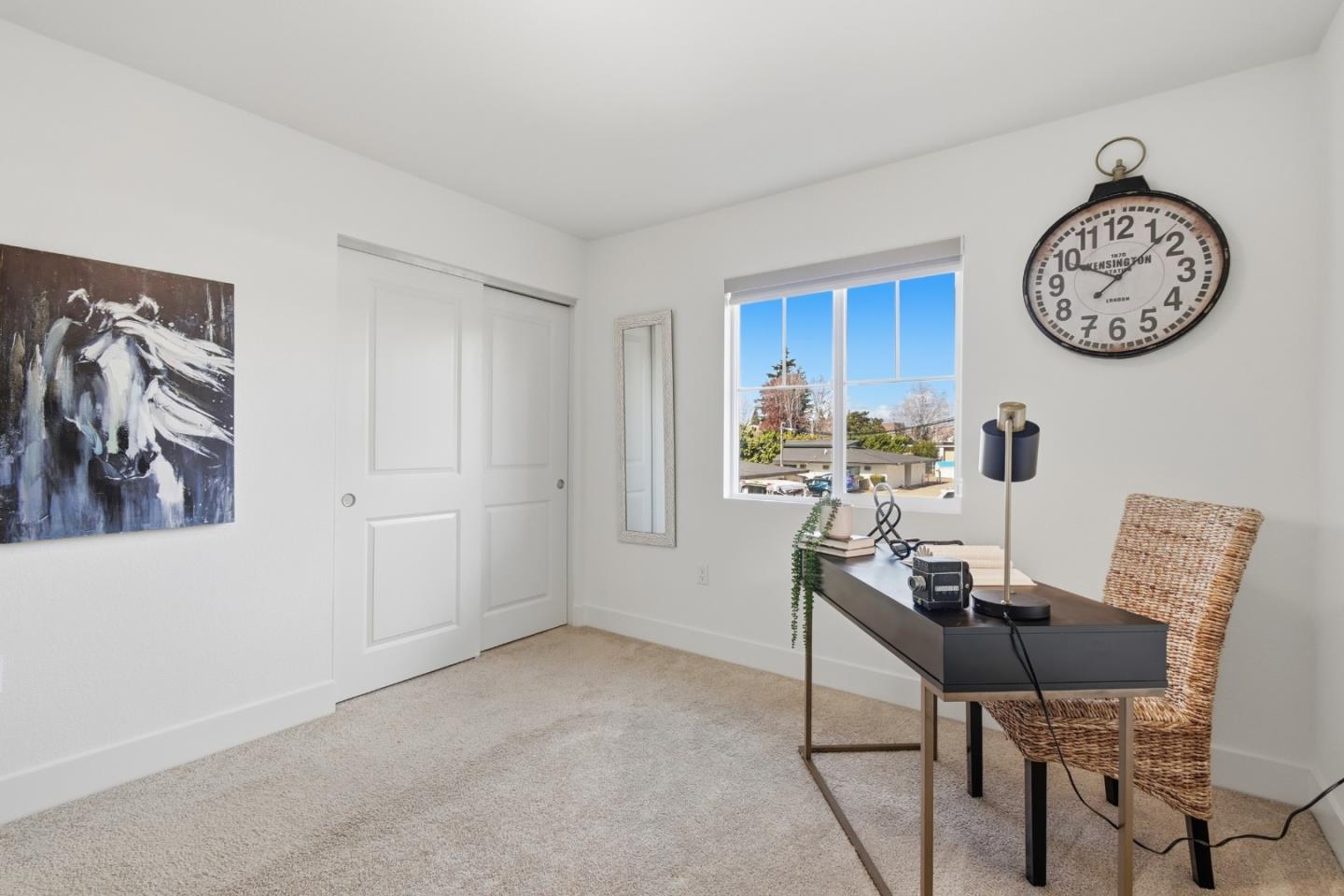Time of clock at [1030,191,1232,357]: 10:07
